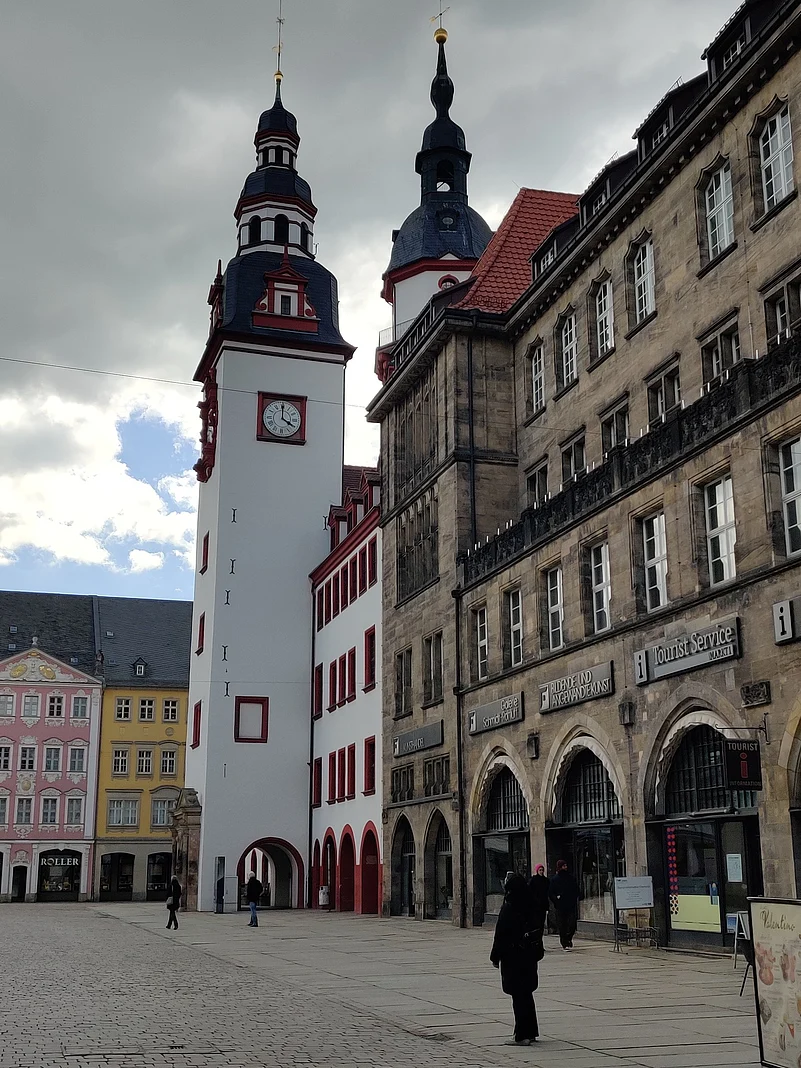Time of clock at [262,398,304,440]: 3:59
